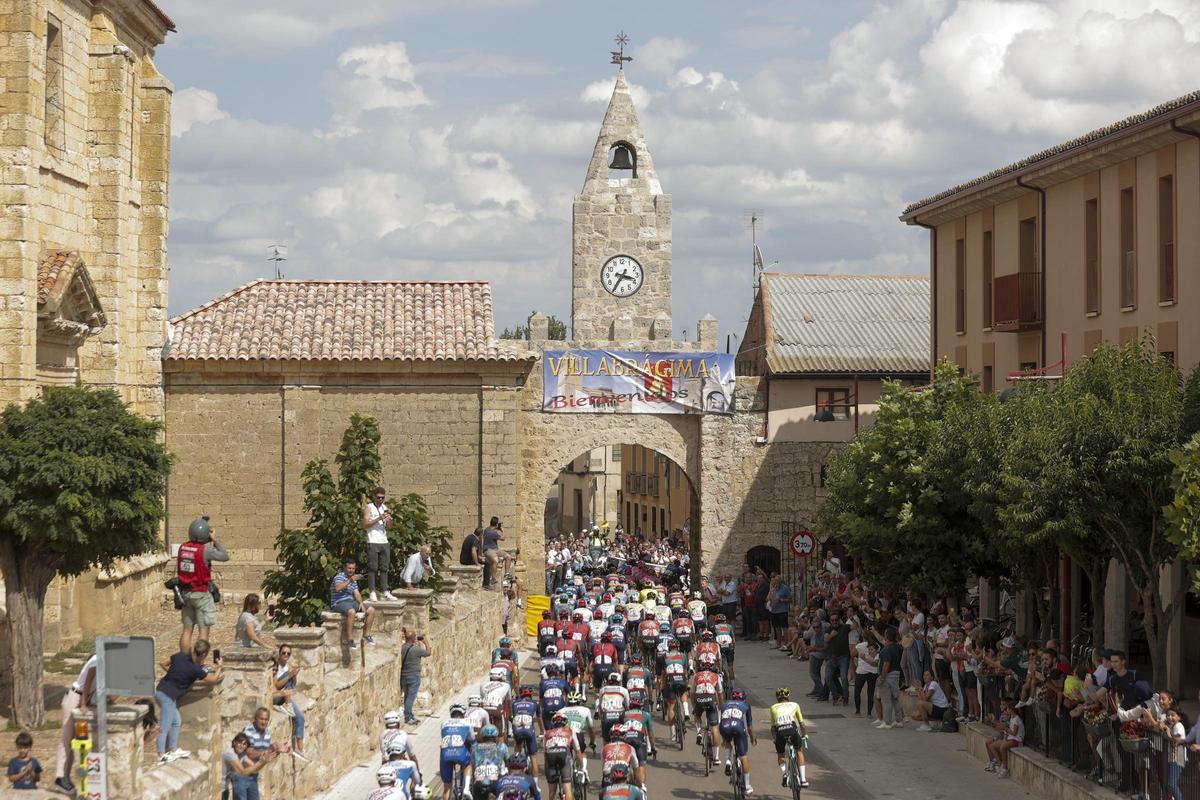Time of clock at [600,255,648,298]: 3:35
